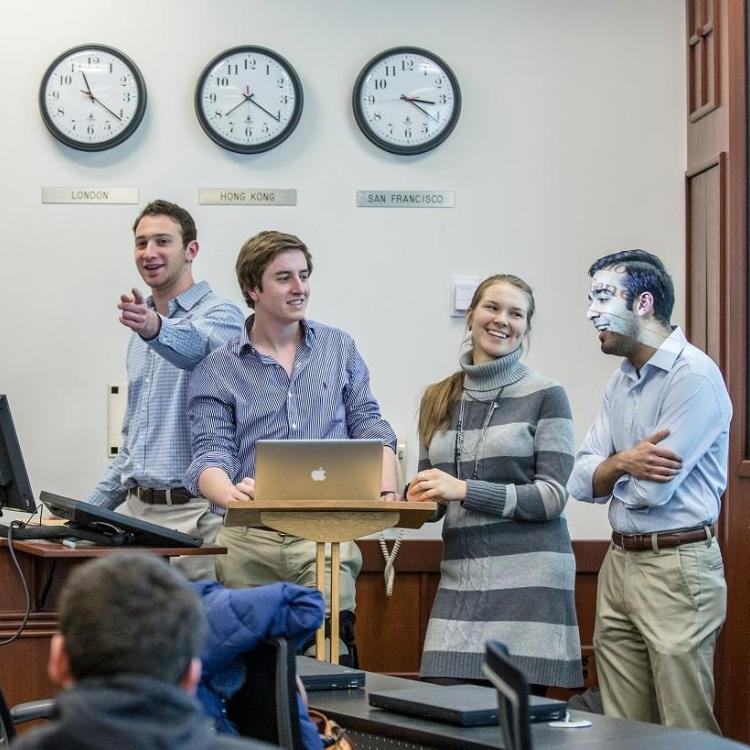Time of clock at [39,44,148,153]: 11:21
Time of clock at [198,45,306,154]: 7:20
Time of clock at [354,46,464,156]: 3:21
